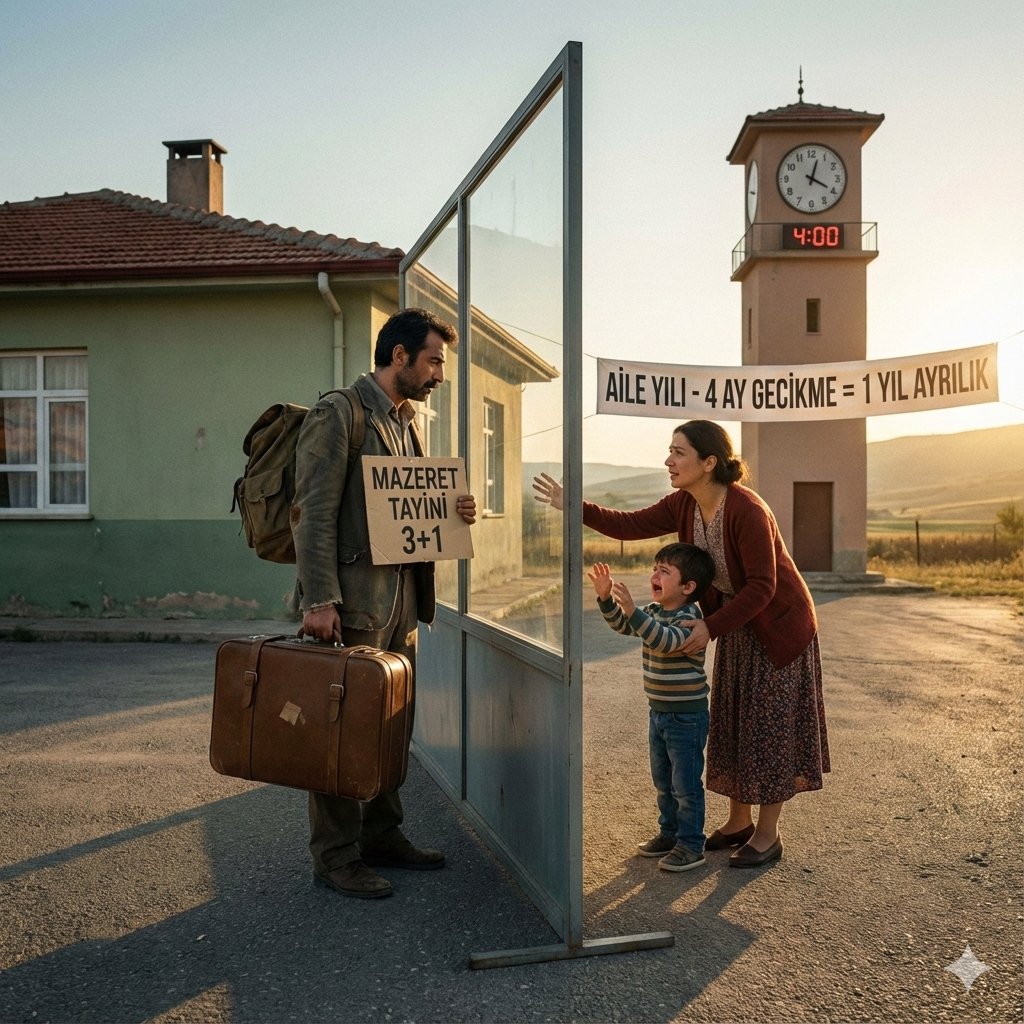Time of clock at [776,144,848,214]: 4:02
